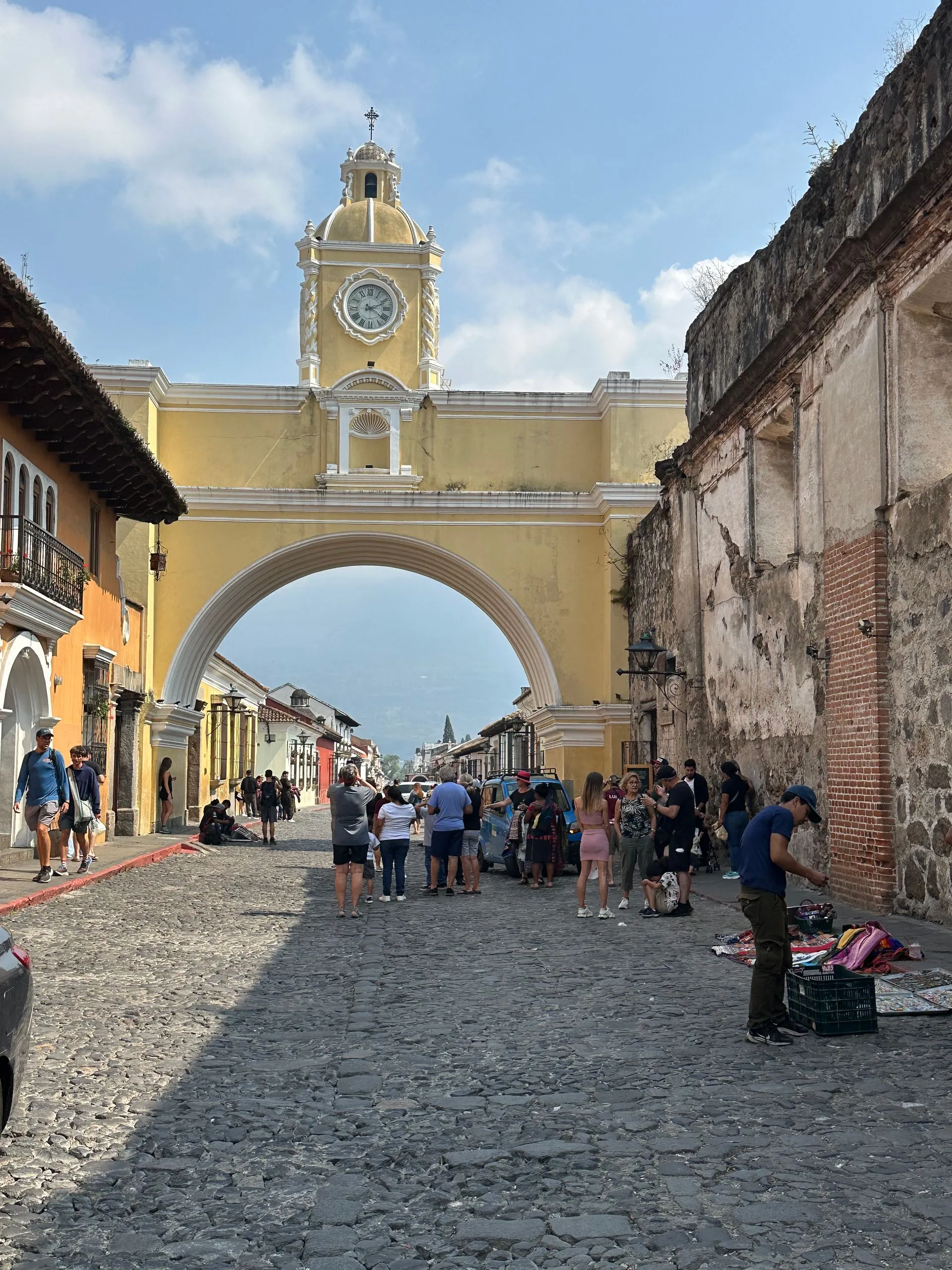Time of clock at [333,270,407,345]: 2:21
